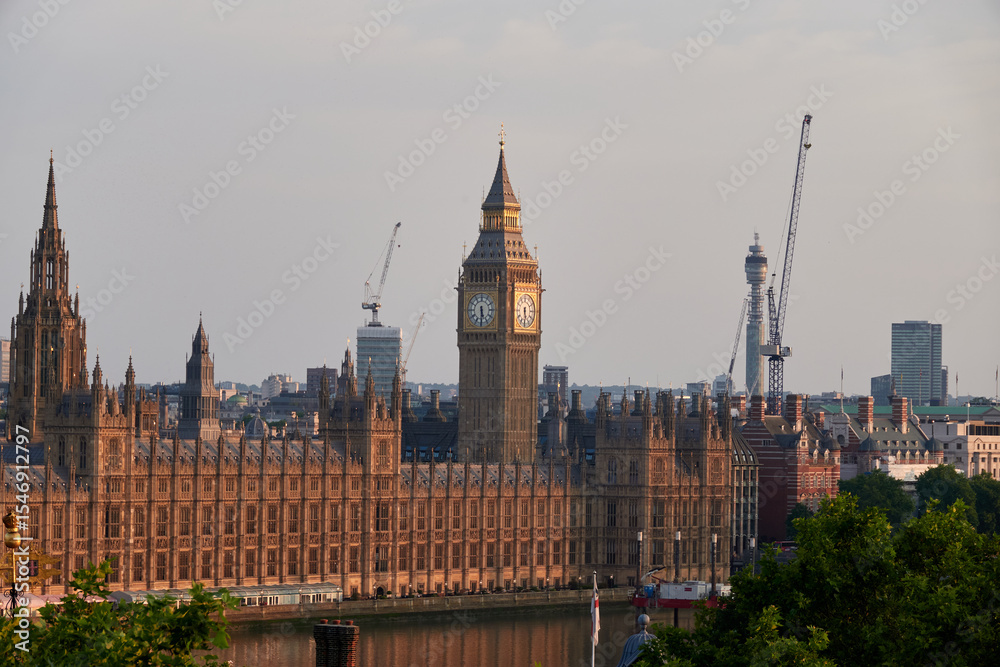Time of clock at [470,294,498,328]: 5:30
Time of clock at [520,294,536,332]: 5:30
